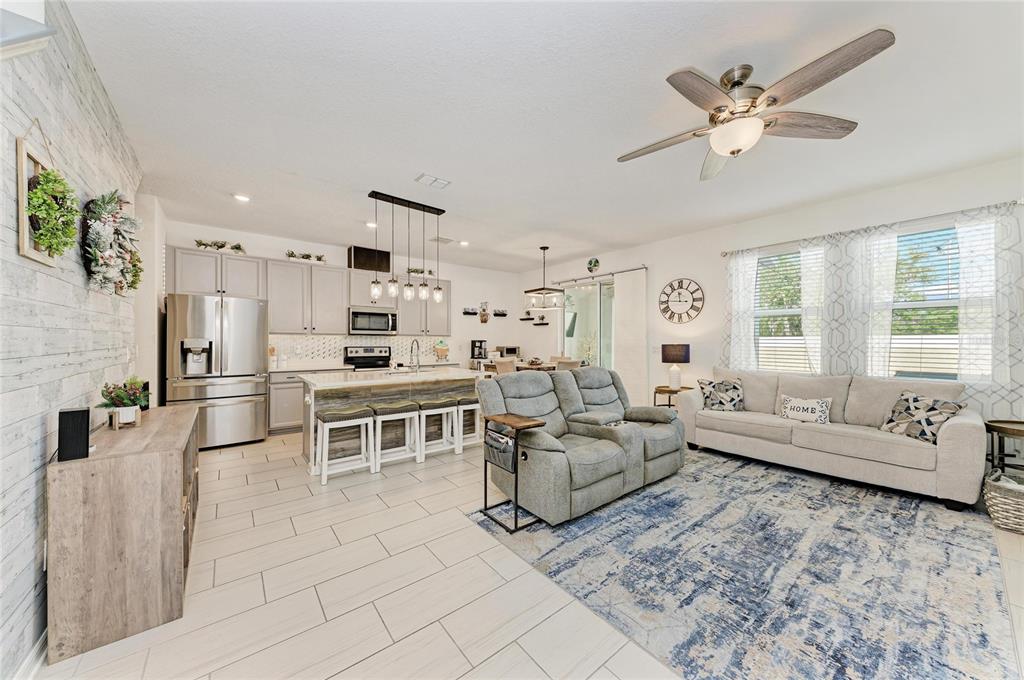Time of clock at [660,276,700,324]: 11:45
